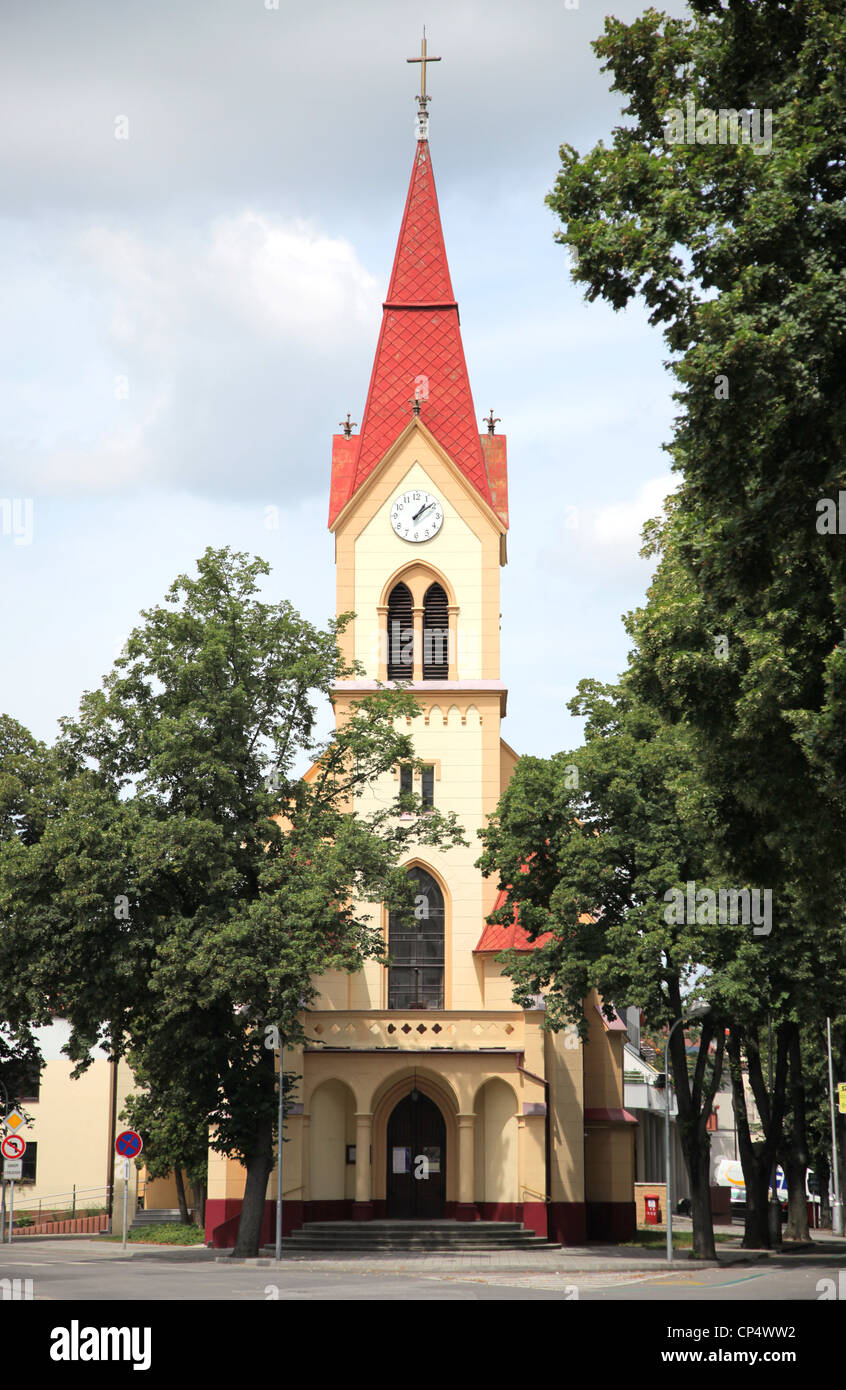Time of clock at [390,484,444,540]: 1:09
